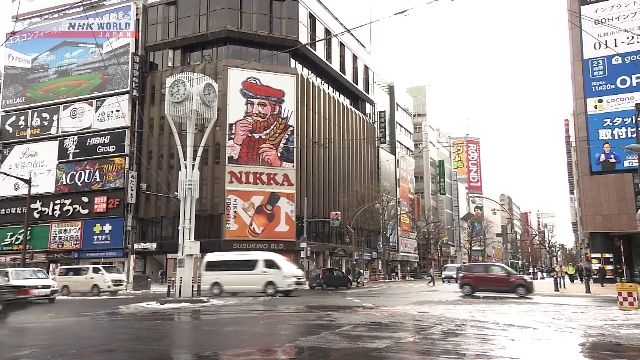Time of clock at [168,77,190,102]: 11:41
